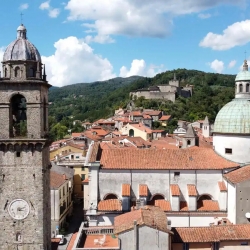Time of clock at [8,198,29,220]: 3:11
